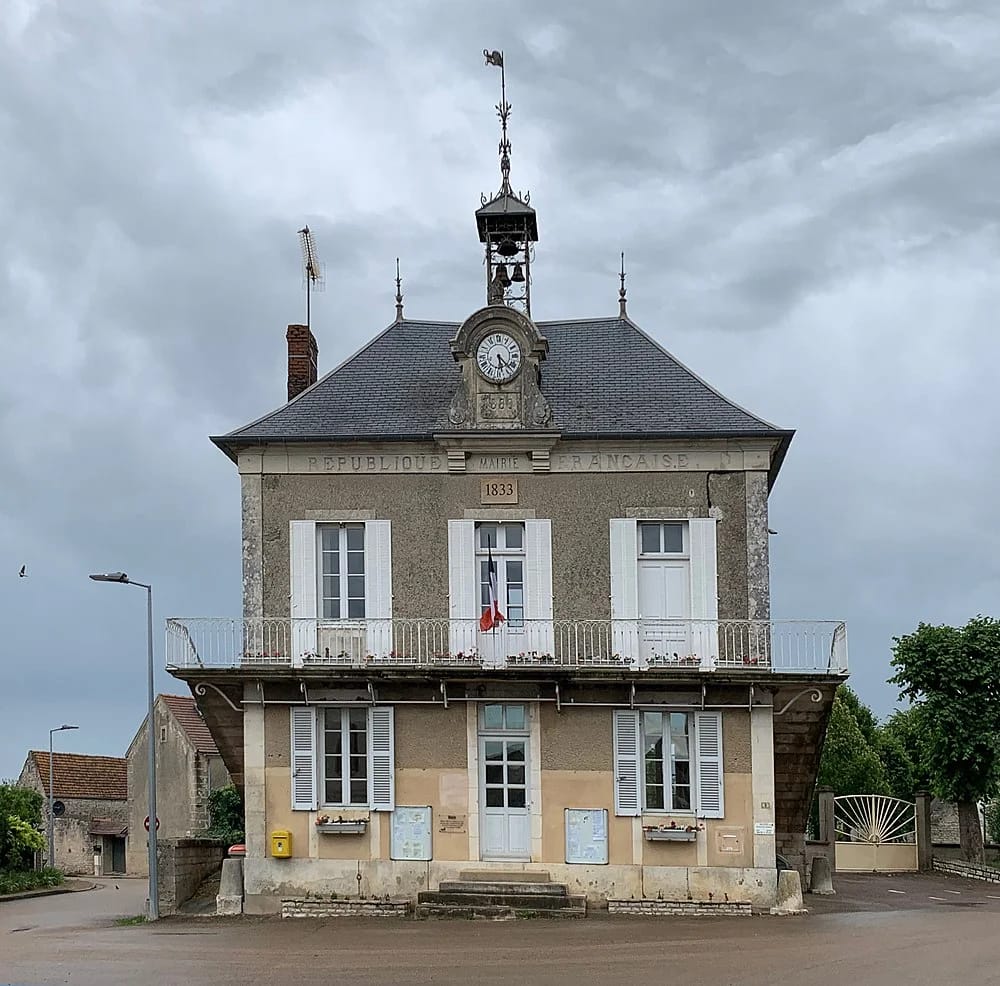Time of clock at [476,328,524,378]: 5:22
